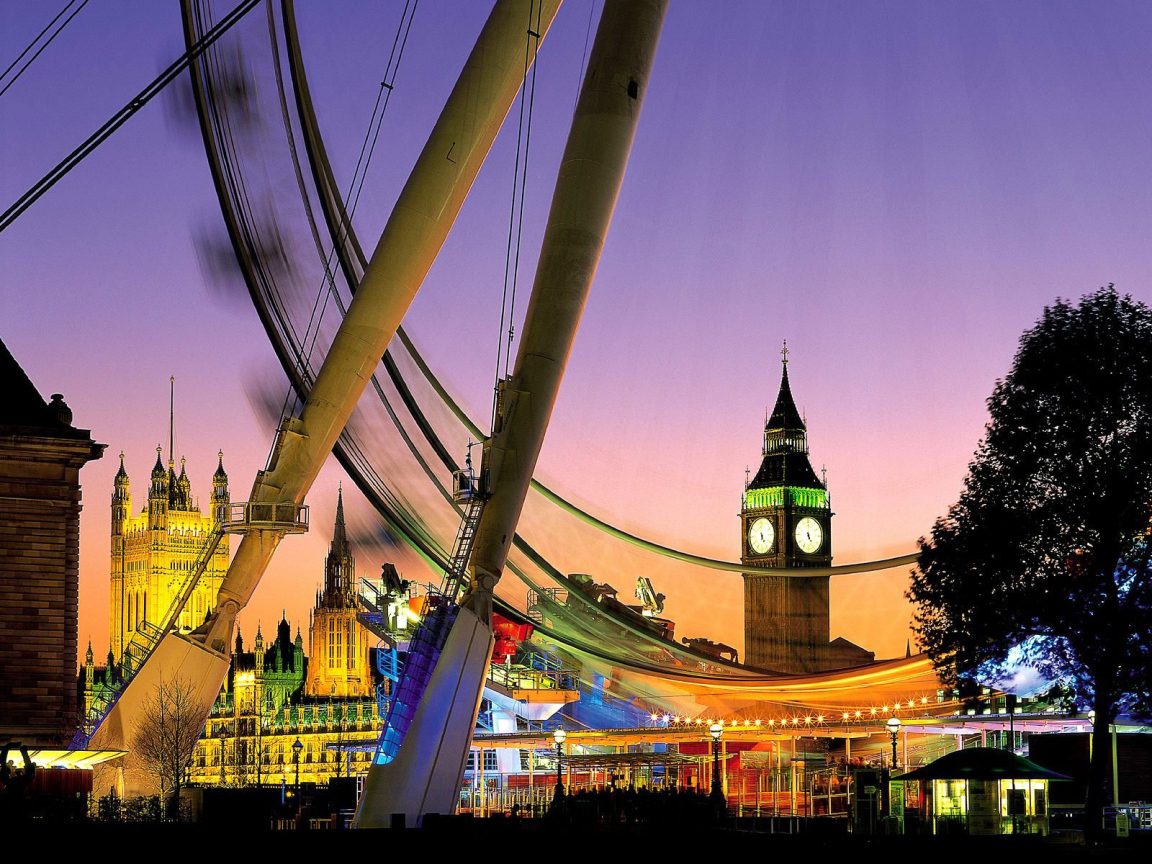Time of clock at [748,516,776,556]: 4:59
